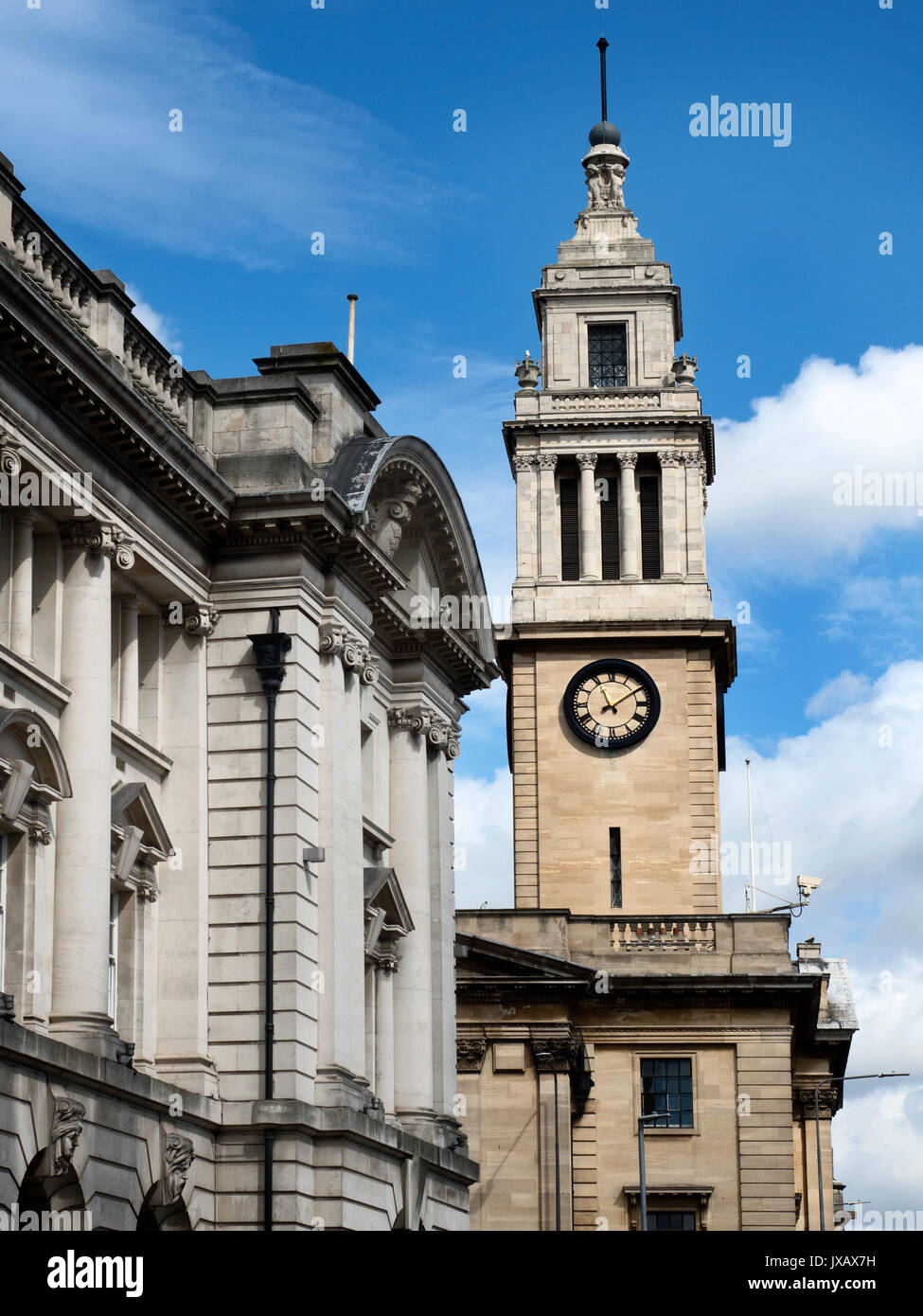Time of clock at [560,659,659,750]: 11:09
